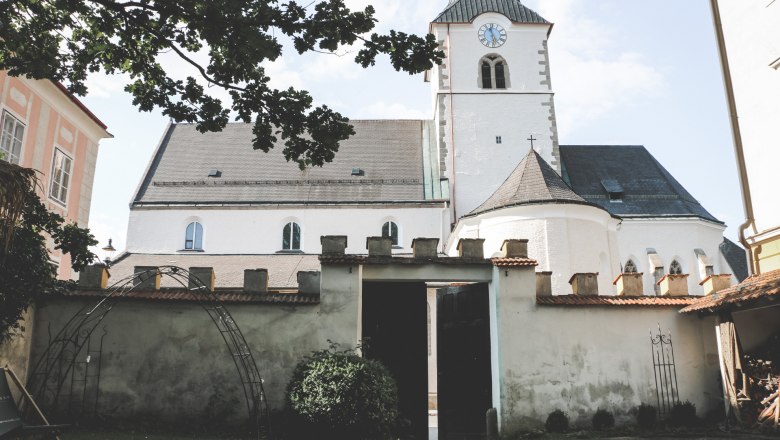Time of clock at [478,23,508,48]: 11:28
